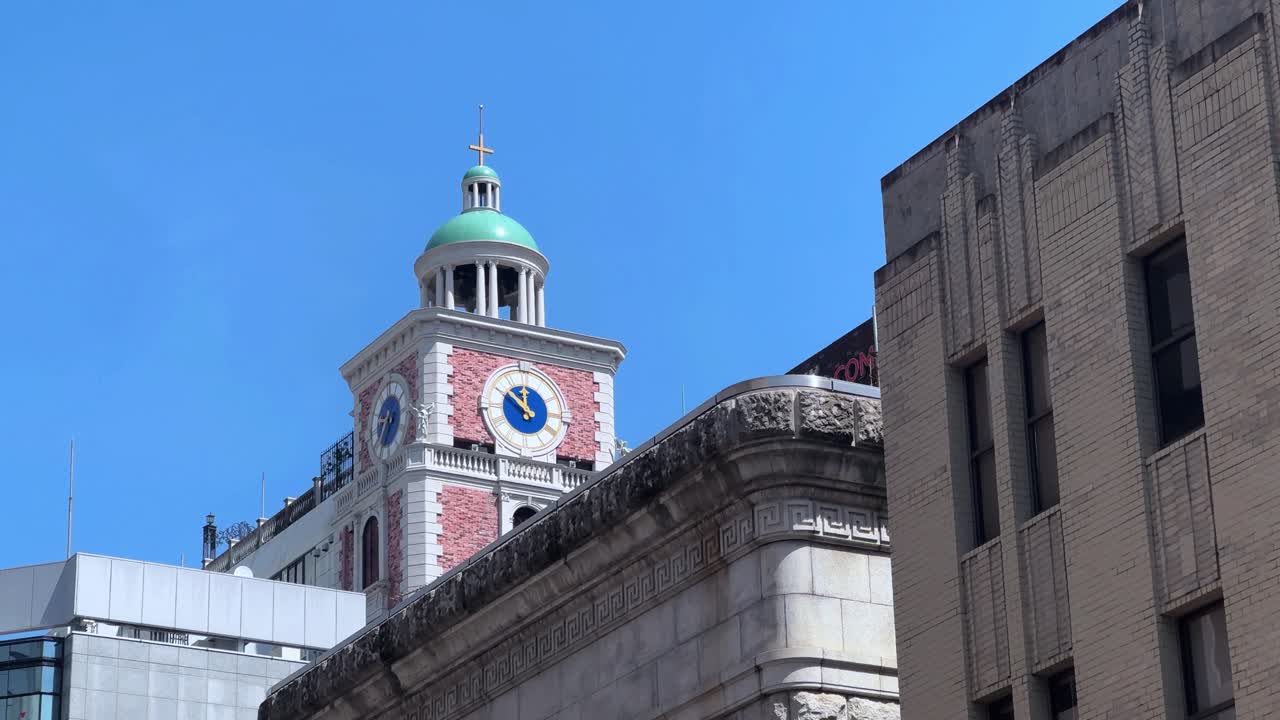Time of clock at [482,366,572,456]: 11:51
